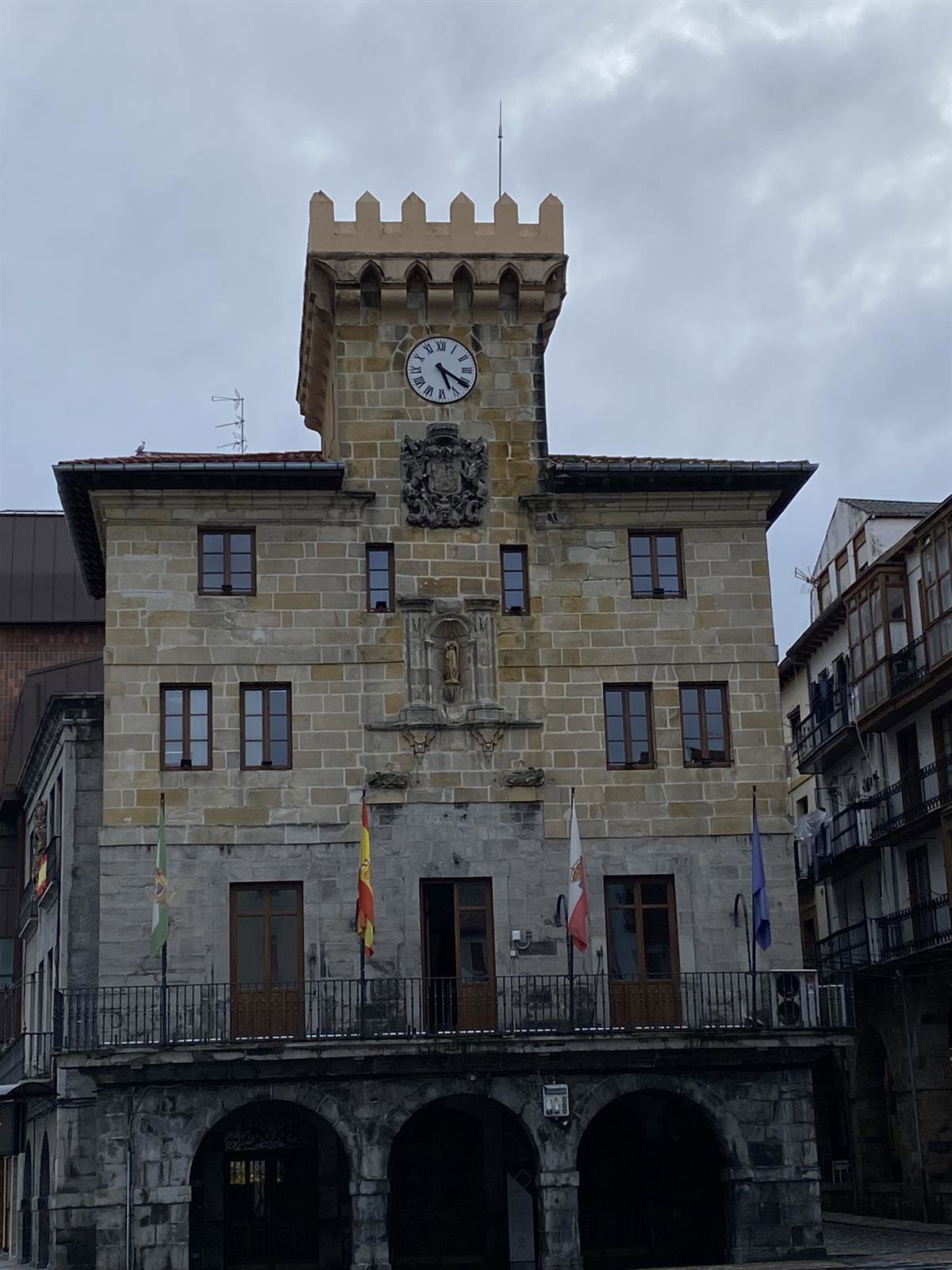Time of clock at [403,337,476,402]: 5:20
